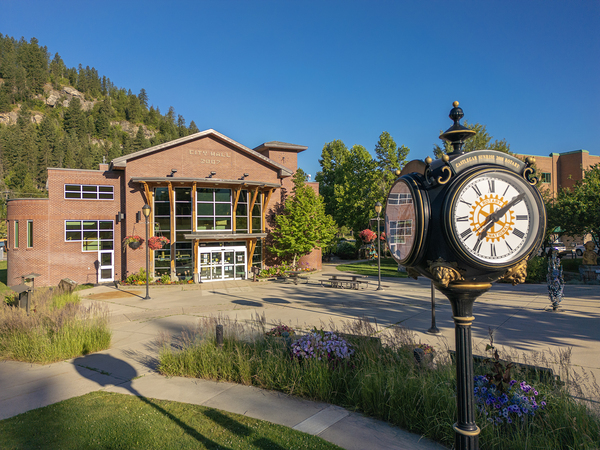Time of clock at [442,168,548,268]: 7:09
